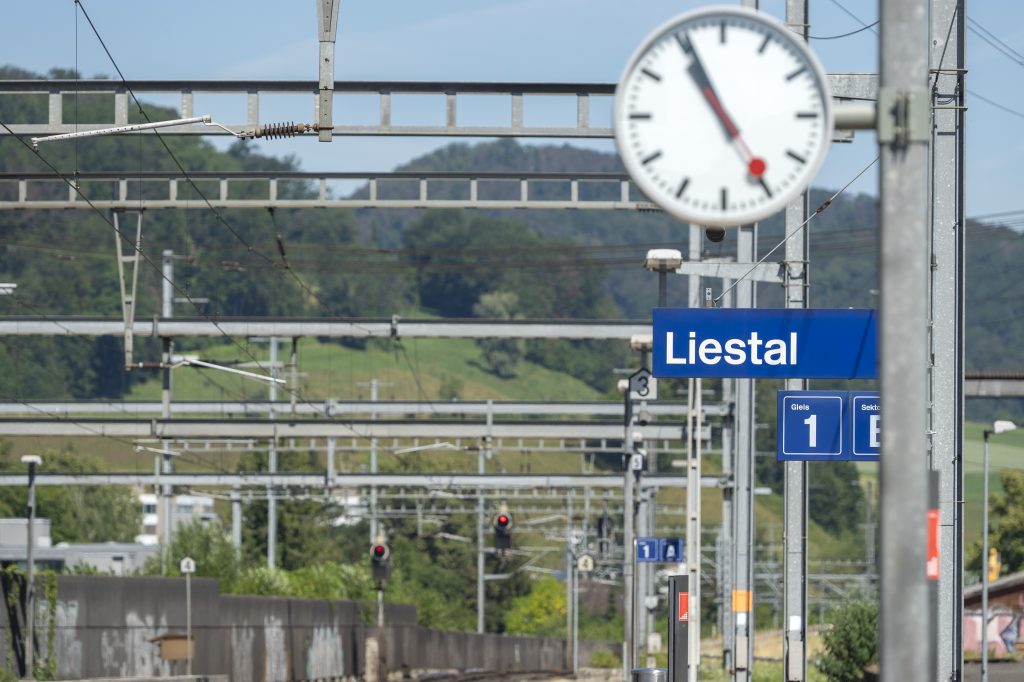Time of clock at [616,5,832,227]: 10:55
